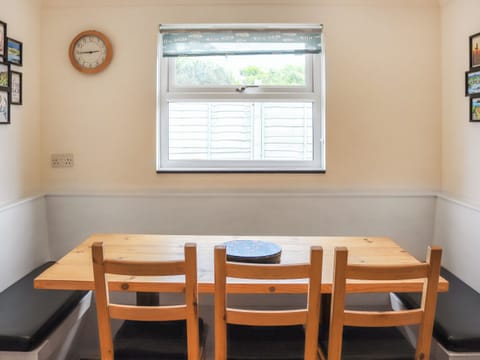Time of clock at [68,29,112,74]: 2:44
